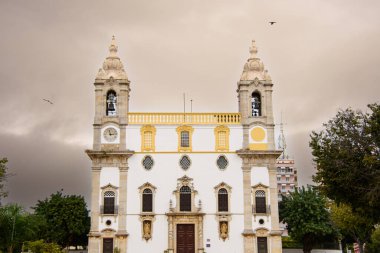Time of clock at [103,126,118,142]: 2:58
